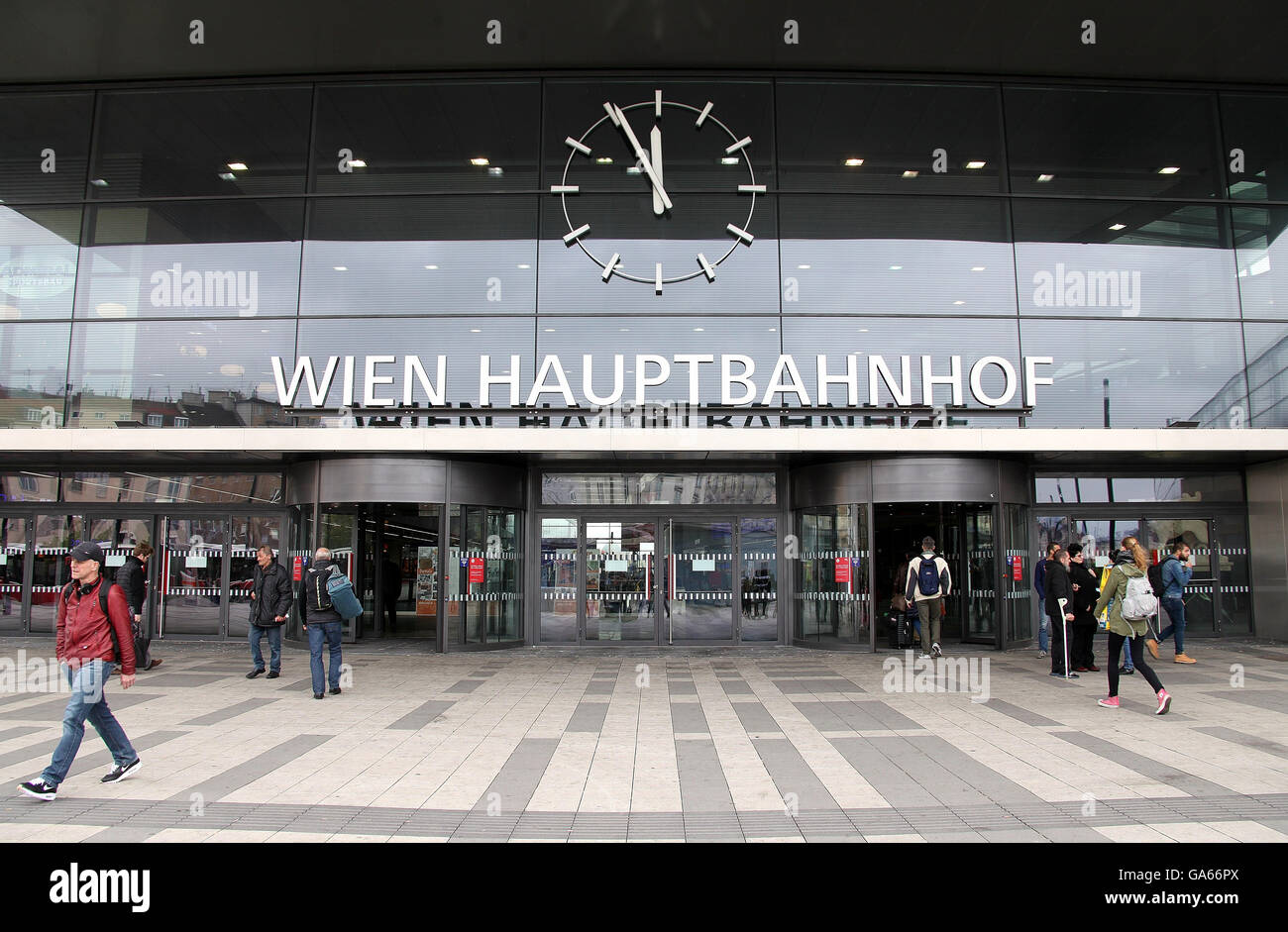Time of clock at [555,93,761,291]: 11:55
